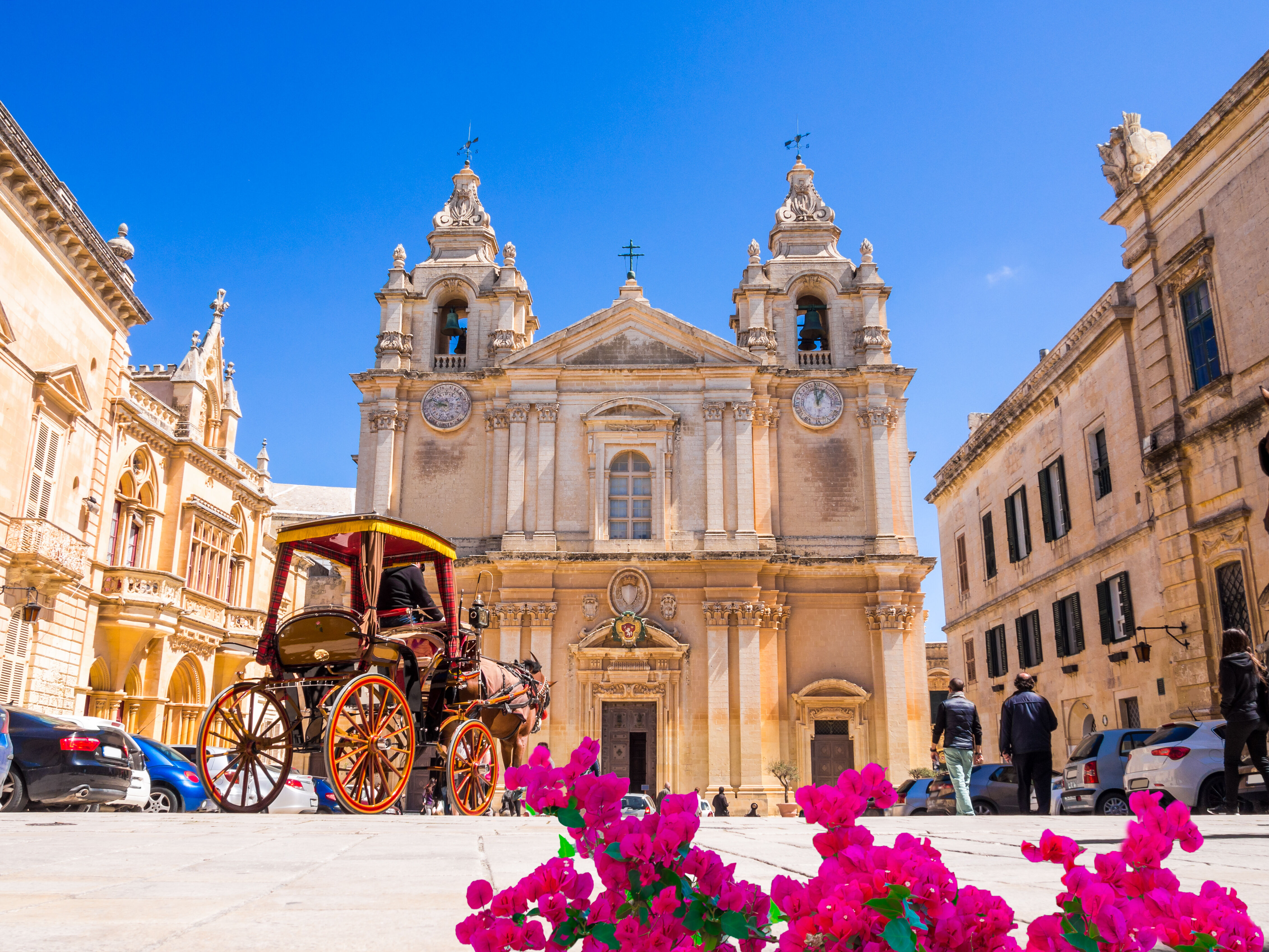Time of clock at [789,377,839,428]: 12:59
